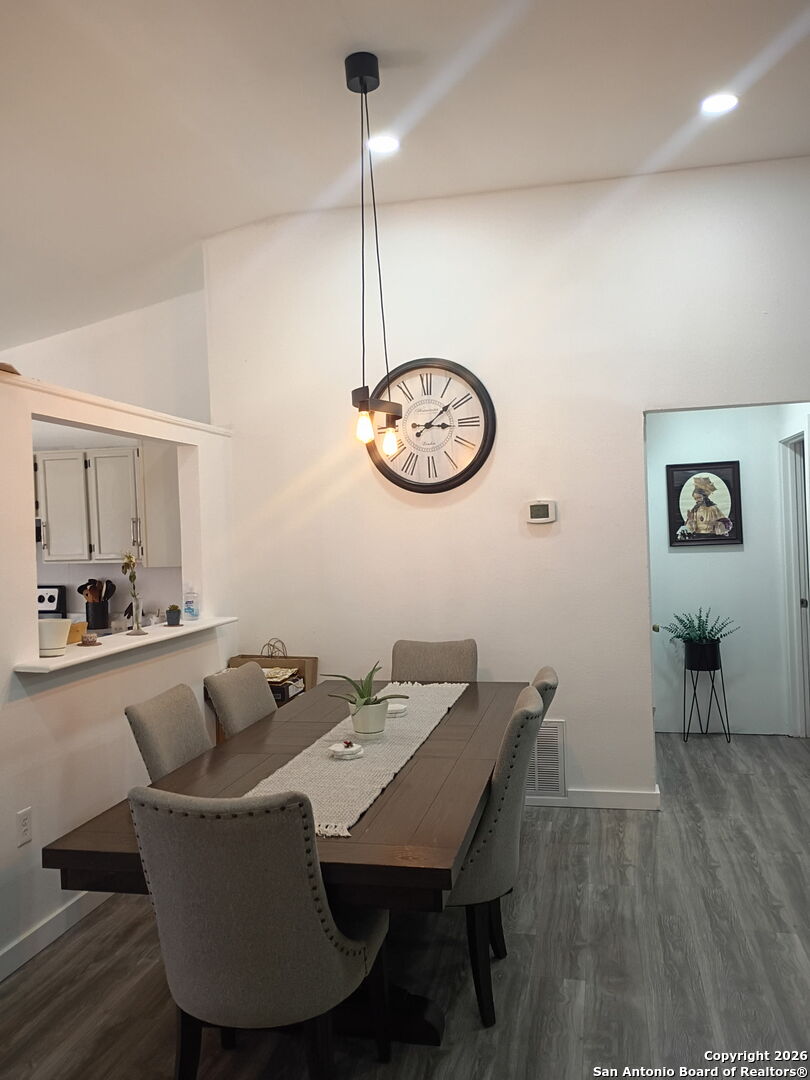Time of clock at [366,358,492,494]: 3:08
